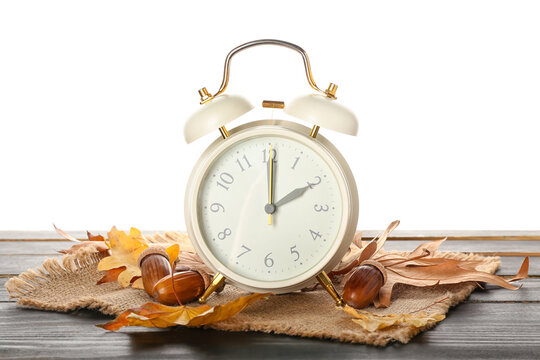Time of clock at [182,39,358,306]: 2:00
